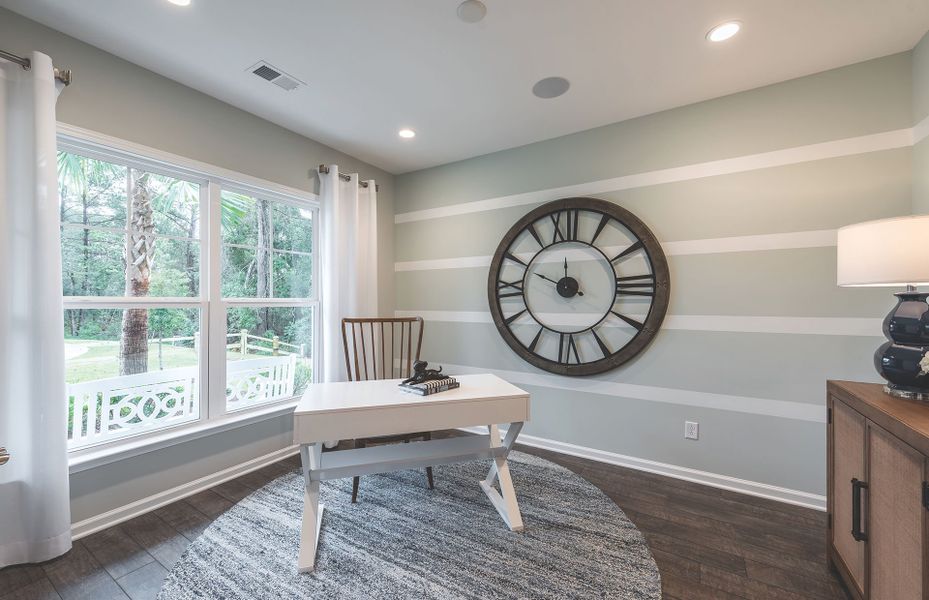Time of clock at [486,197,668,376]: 9:49
